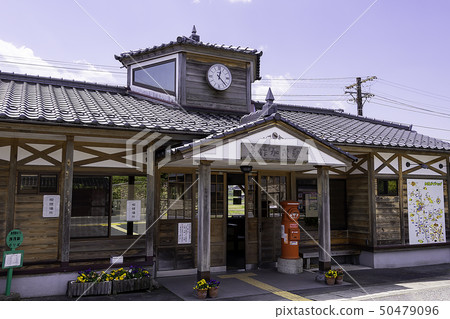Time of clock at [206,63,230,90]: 12:22
